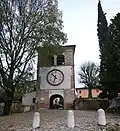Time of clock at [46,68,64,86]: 10:32
